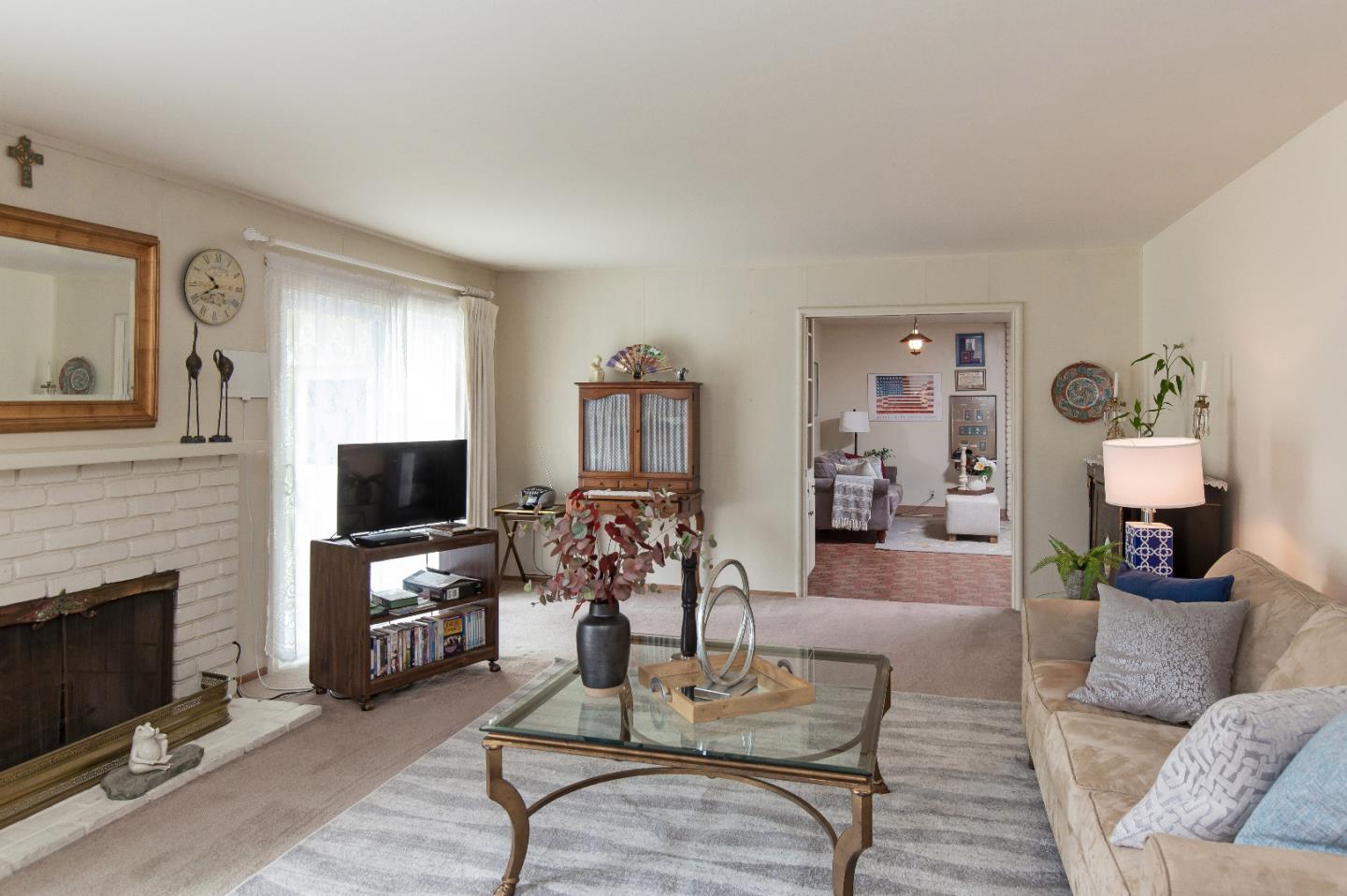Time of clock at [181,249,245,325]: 10:40
